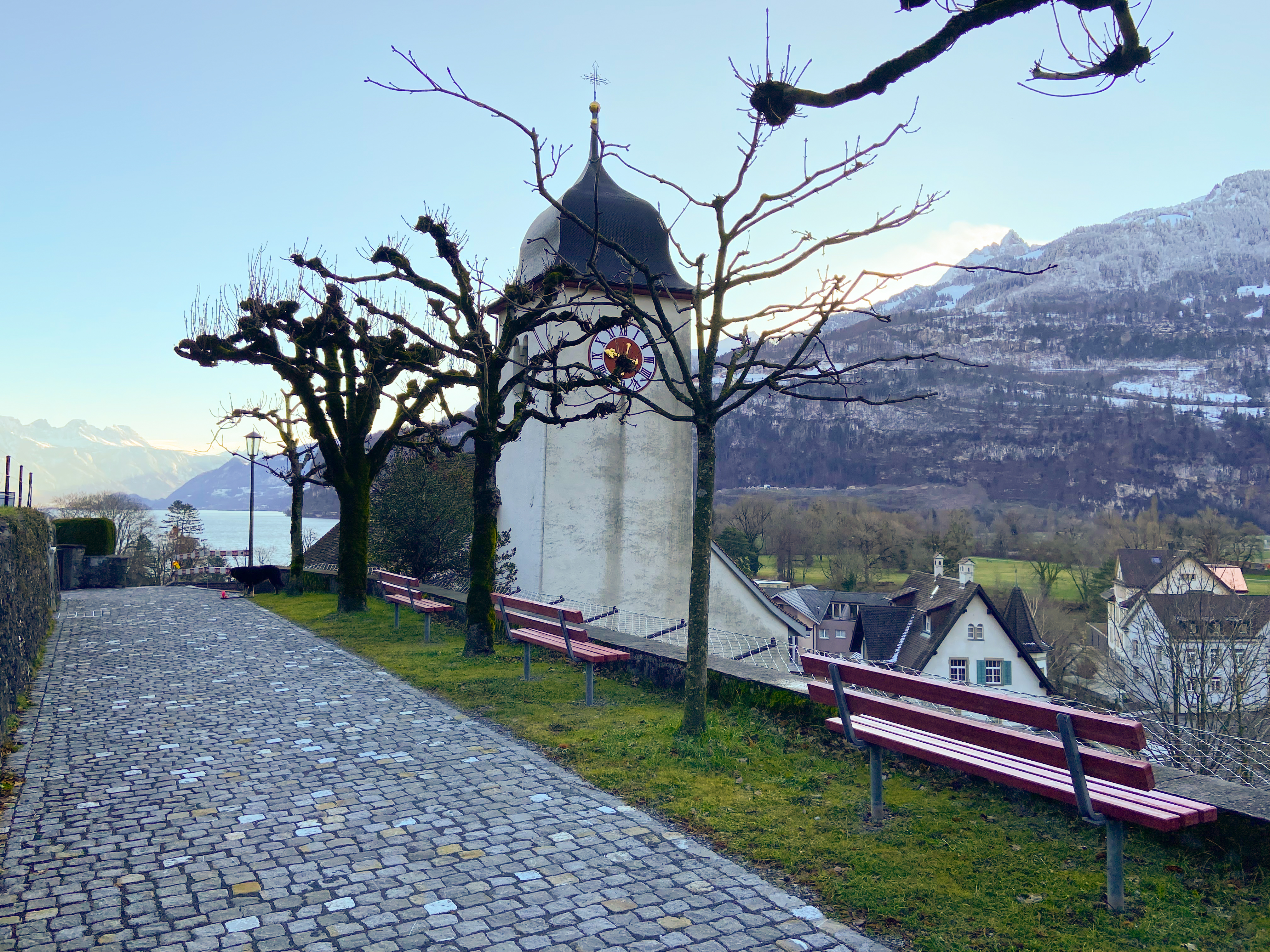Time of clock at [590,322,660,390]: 12:48
